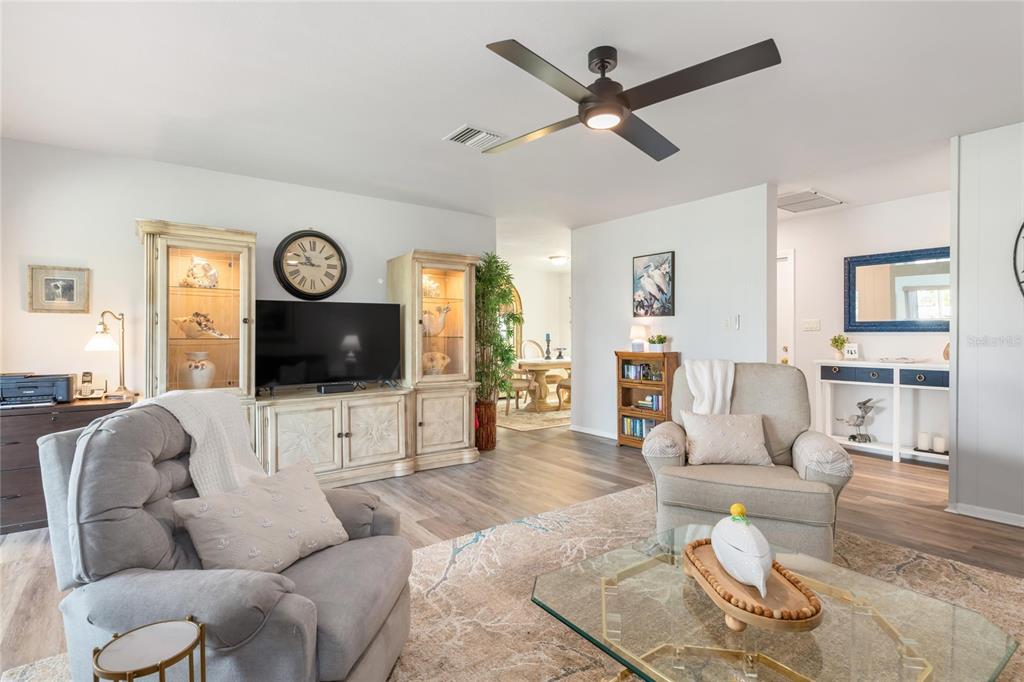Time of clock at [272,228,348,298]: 10:45
